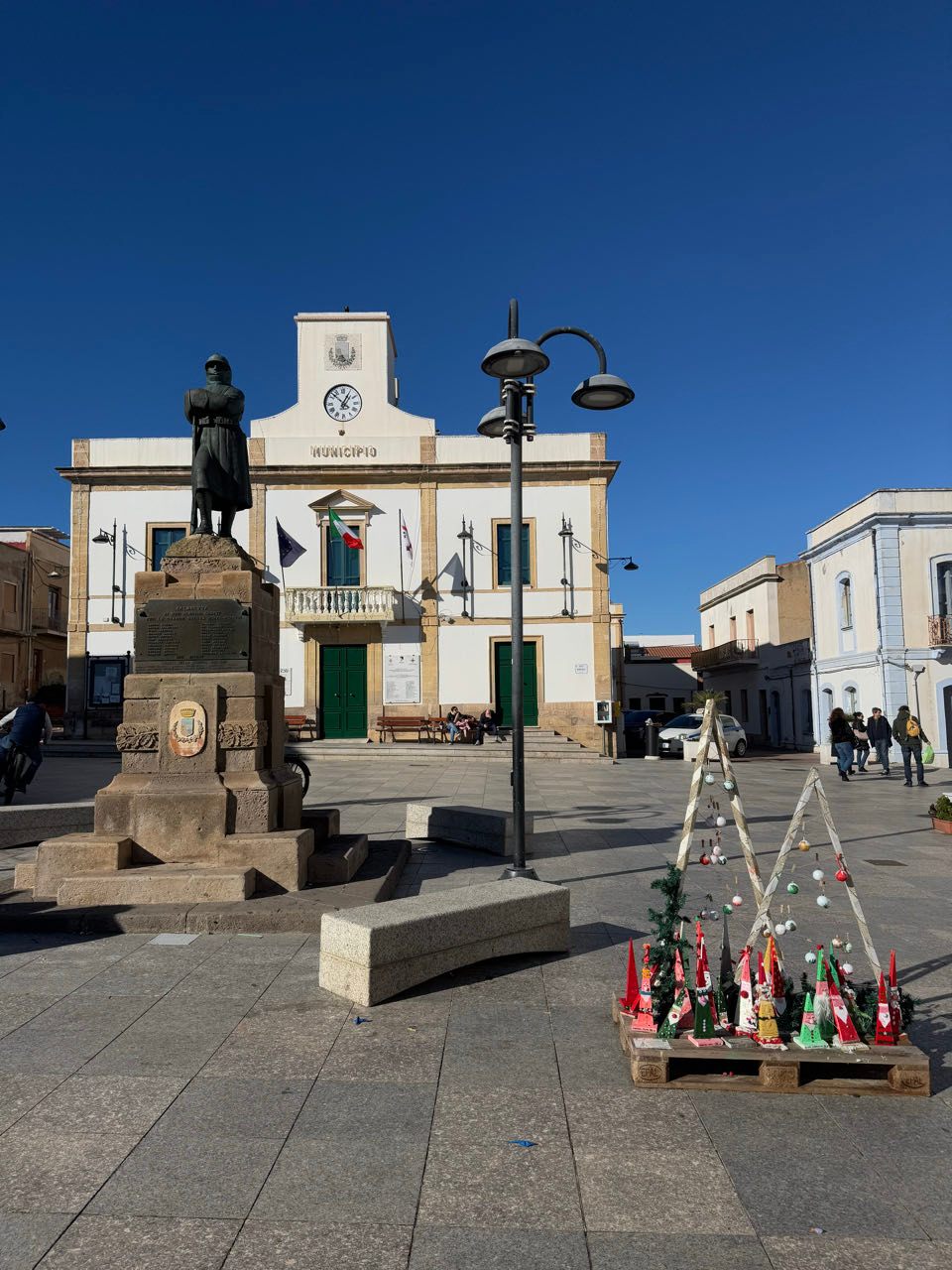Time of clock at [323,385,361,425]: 12:52
